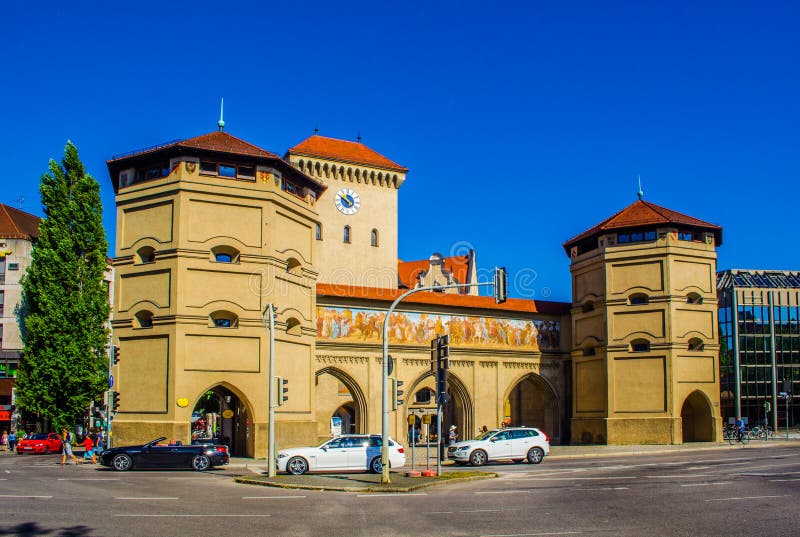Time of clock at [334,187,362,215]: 4:49
